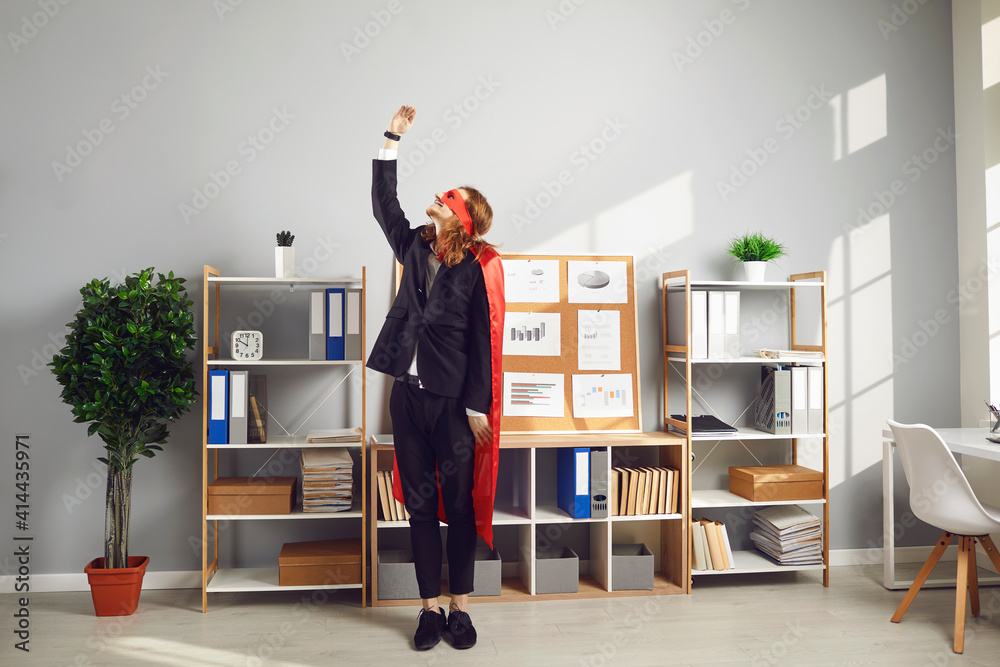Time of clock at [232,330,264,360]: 10:00
